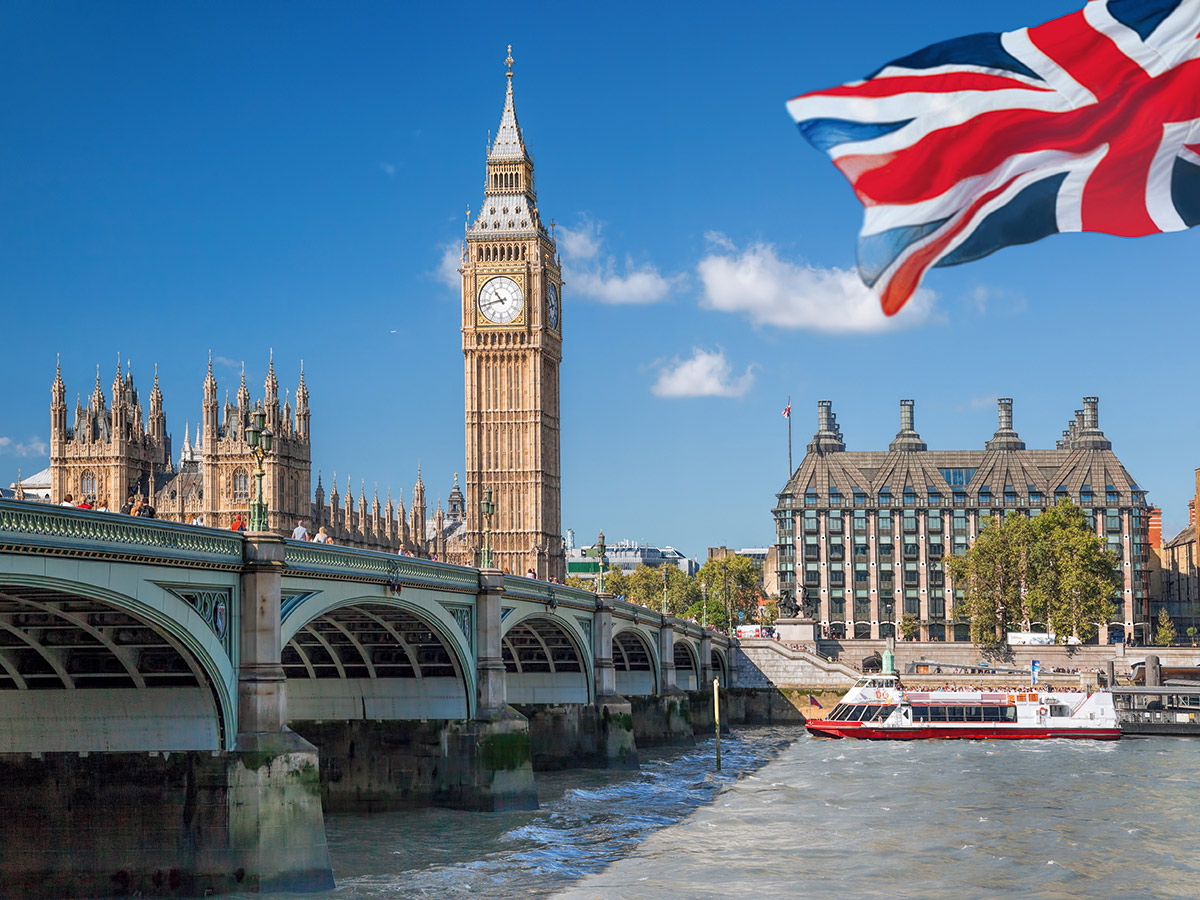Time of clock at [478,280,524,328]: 10:42
